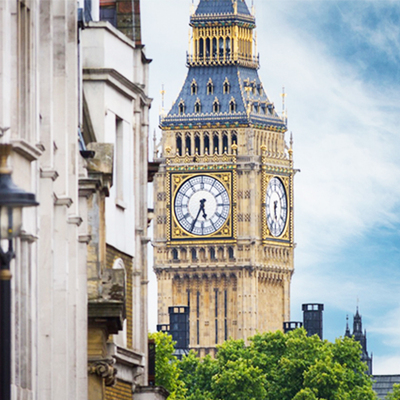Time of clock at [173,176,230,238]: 5:34
